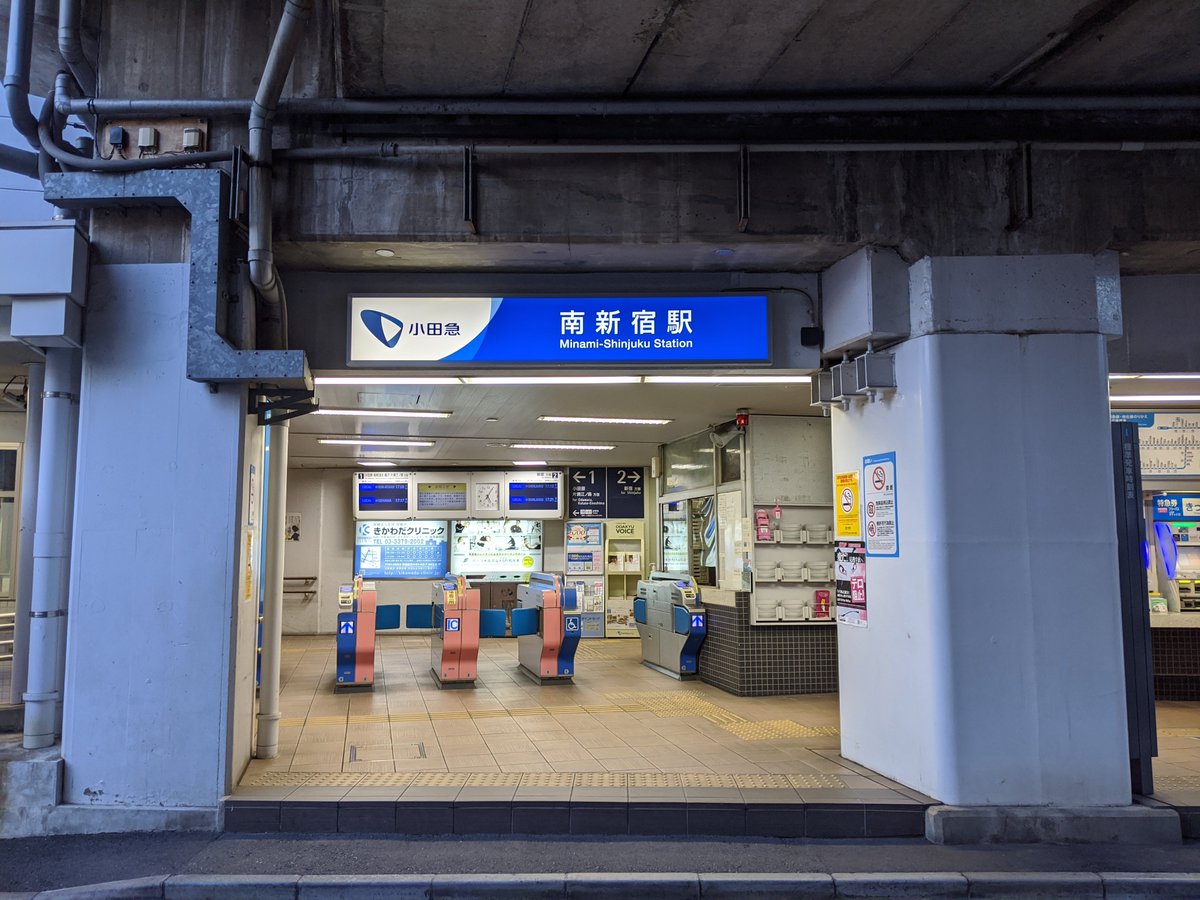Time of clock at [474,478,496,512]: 5:05
